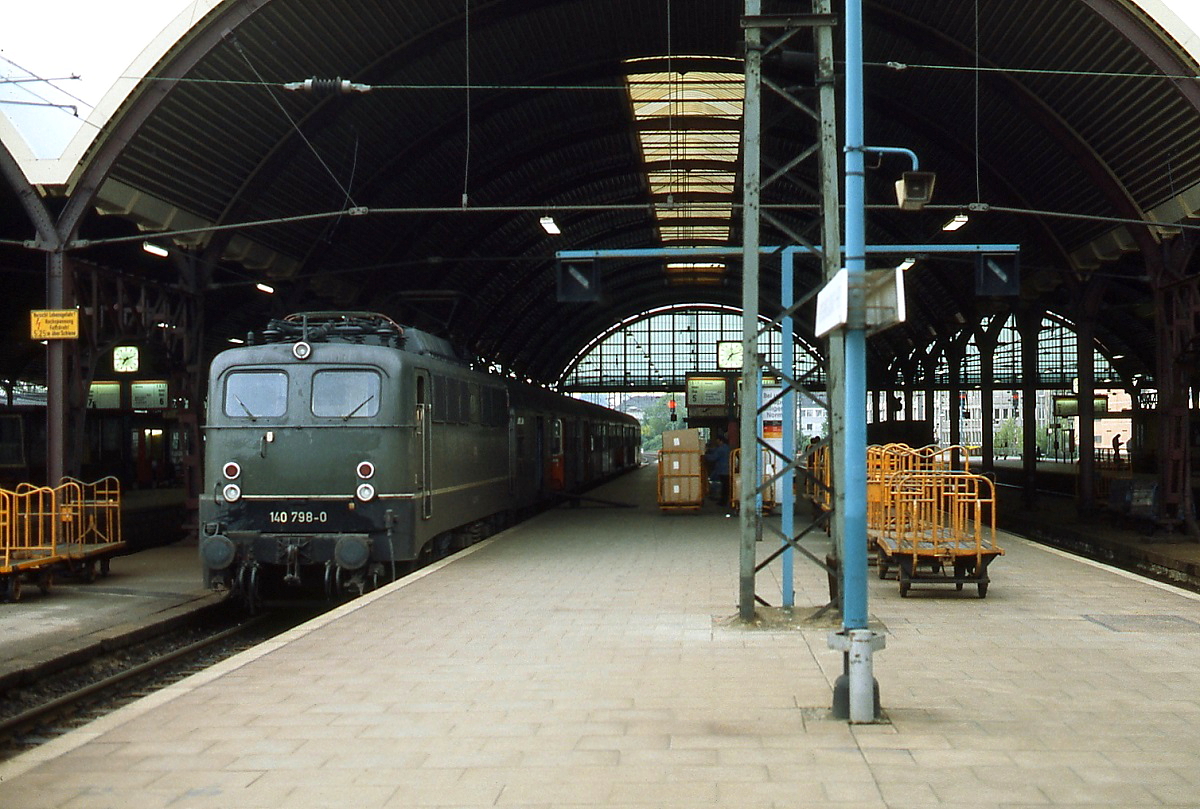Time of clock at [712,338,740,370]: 7:12
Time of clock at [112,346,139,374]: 7:11
